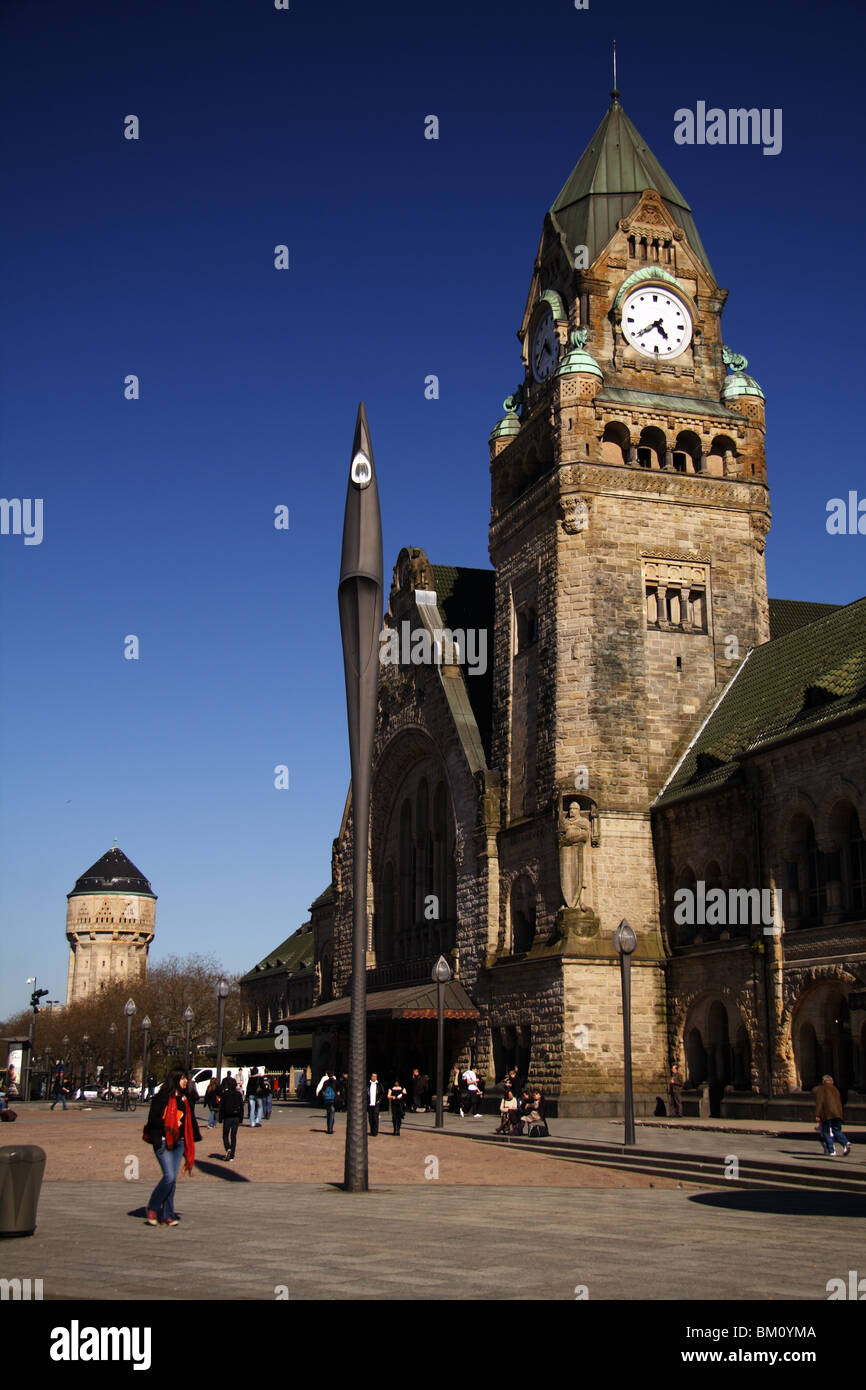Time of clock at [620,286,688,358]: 4:38
